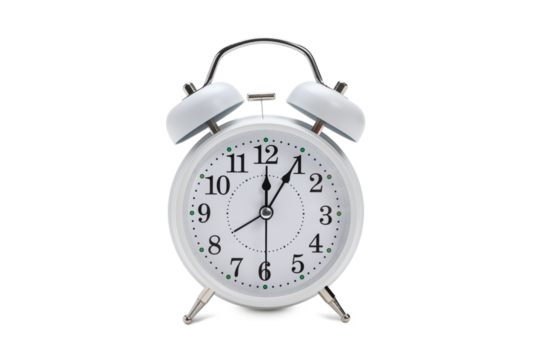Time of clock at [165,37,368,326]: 12:05
